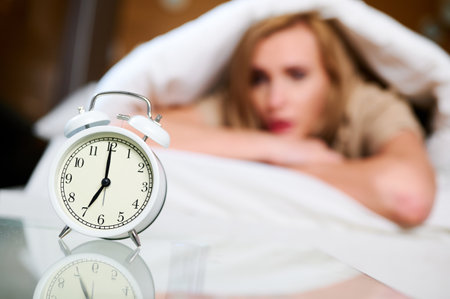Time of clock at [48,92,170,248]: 7:00
